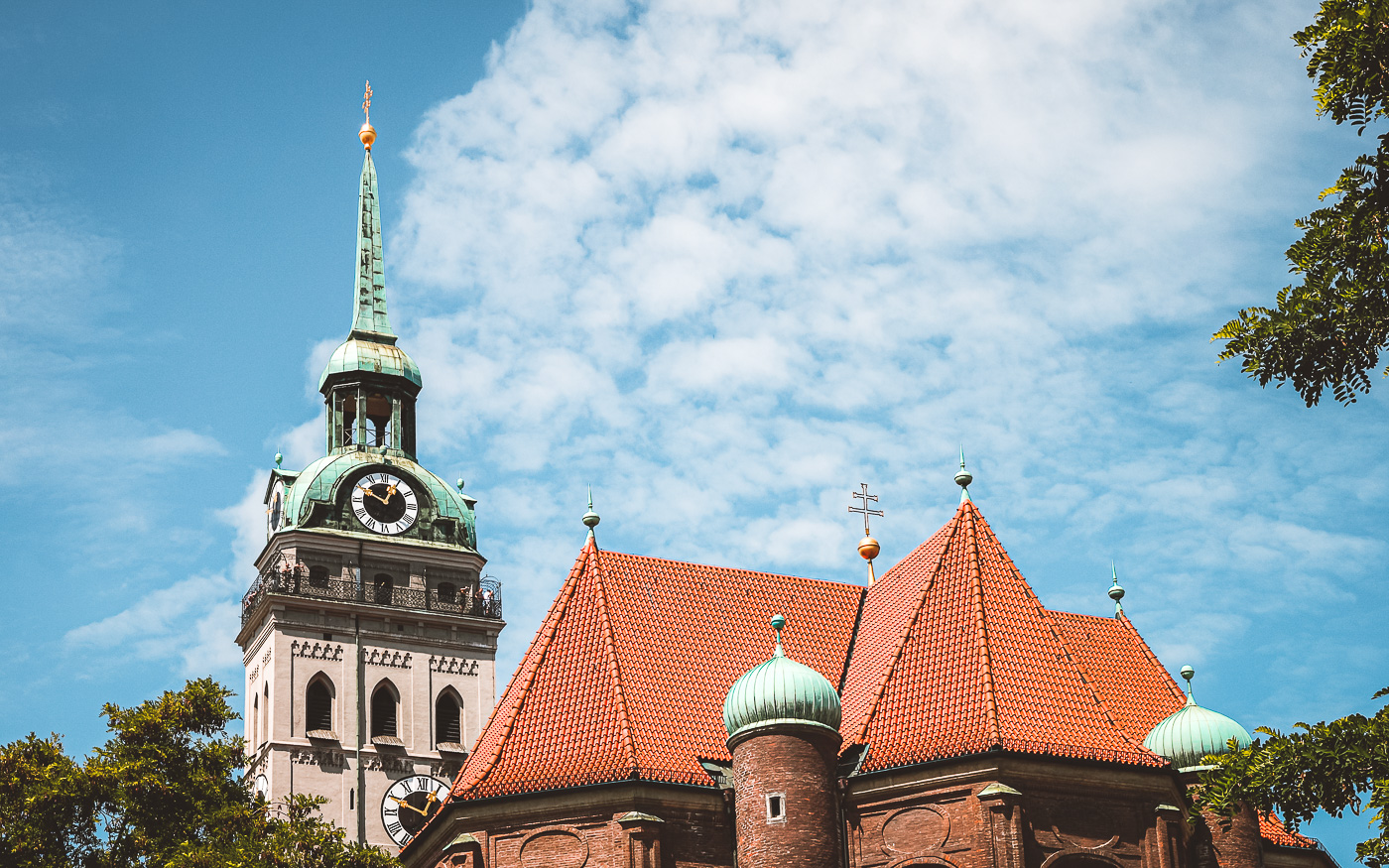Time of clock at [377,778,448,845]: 12:49
